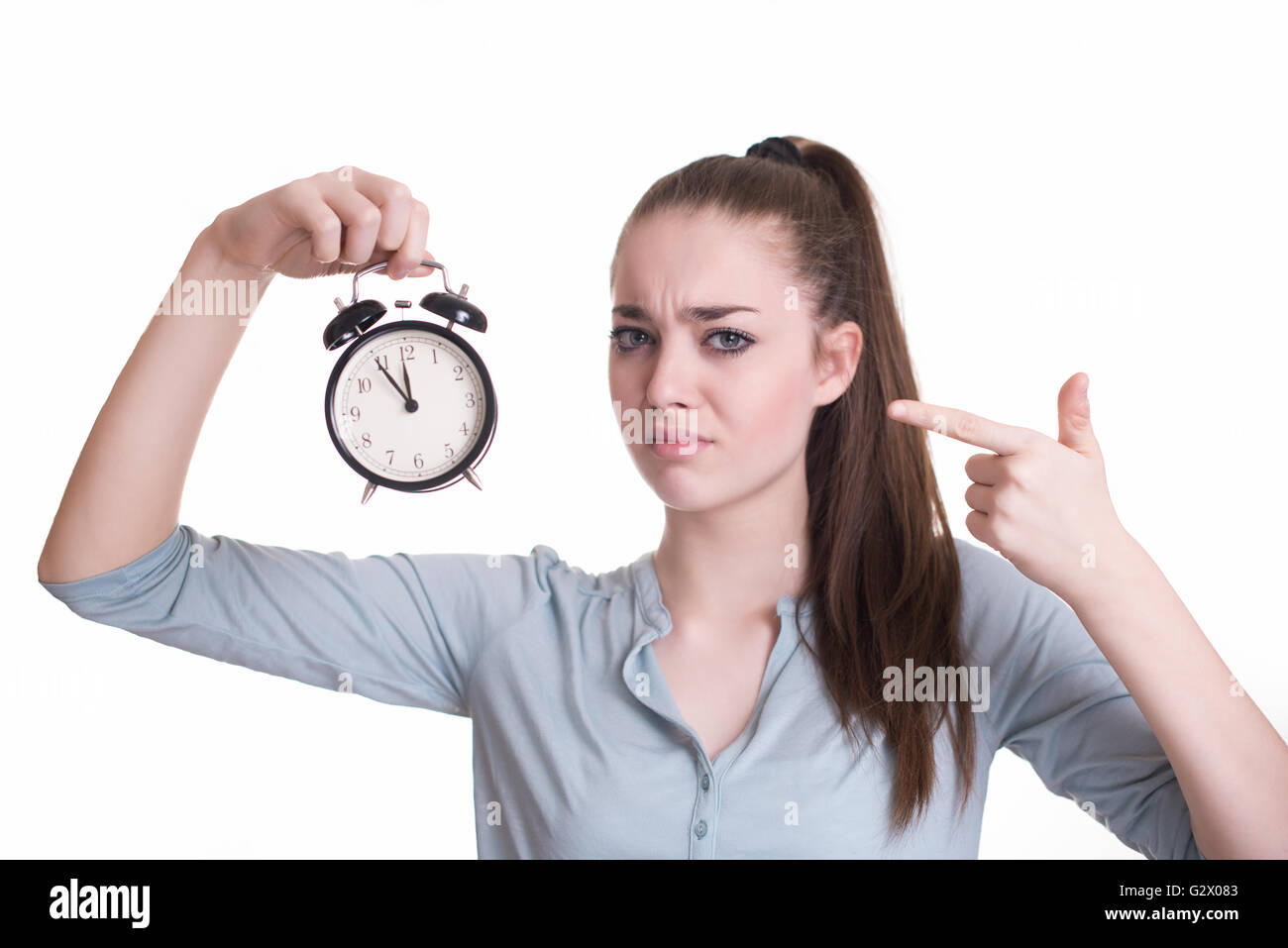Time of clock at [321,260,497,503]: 11:54
